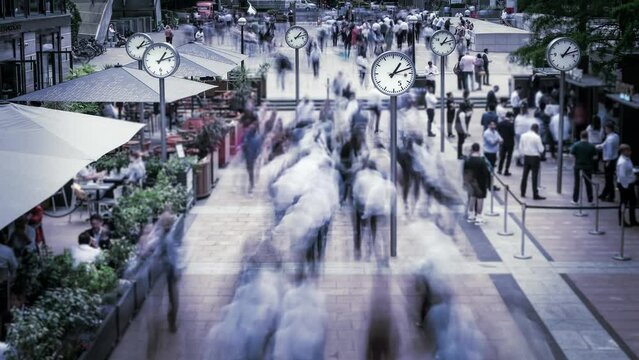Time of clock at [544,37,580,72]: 1:12
